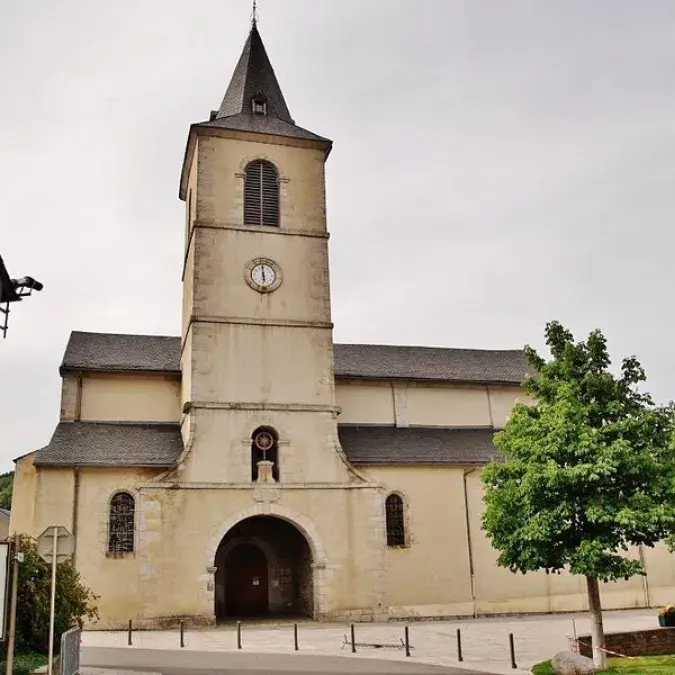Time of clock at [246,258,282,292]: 5:59
